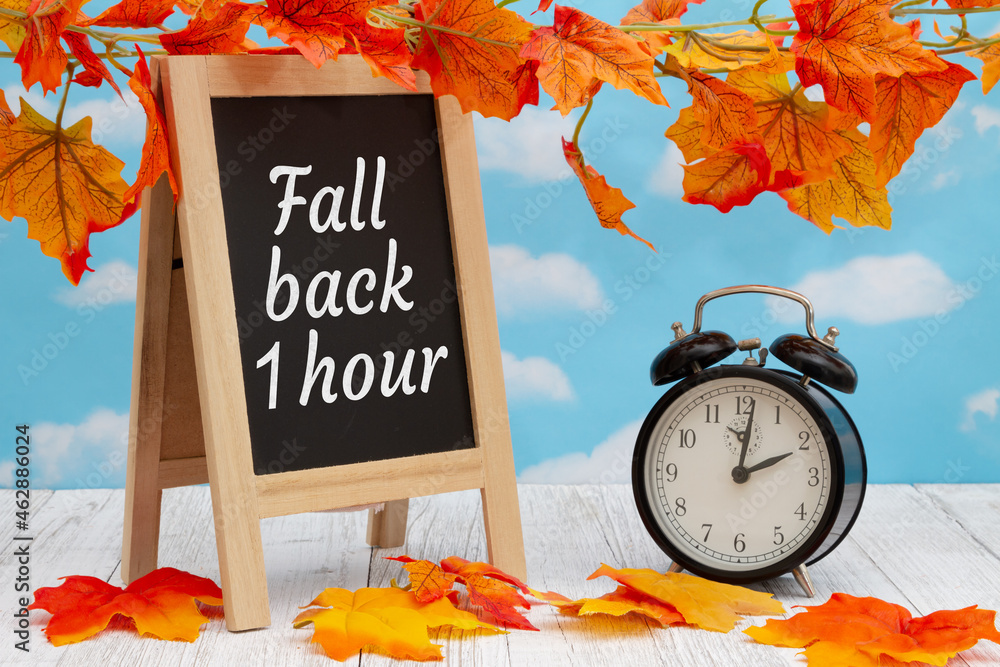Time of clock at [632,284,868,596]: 2:01
